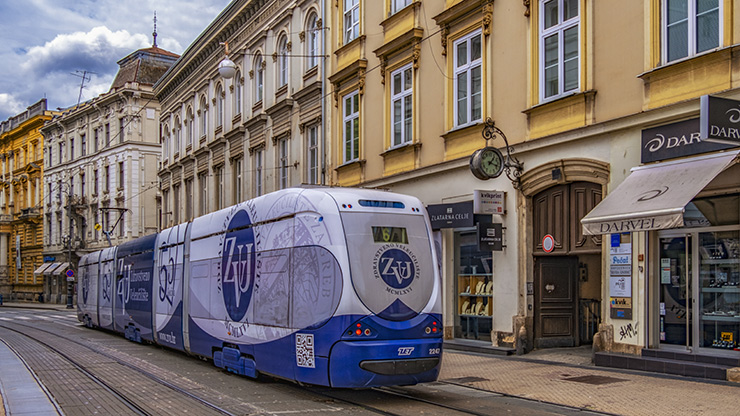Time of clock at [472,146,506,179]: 1:18
